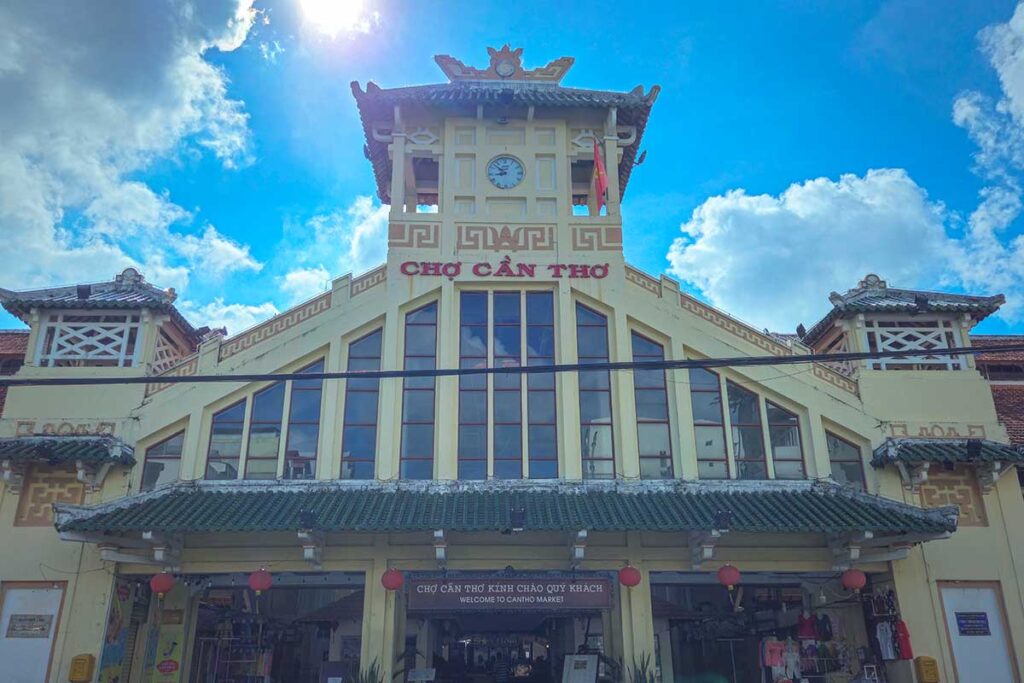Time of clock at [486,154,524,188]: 8:52
